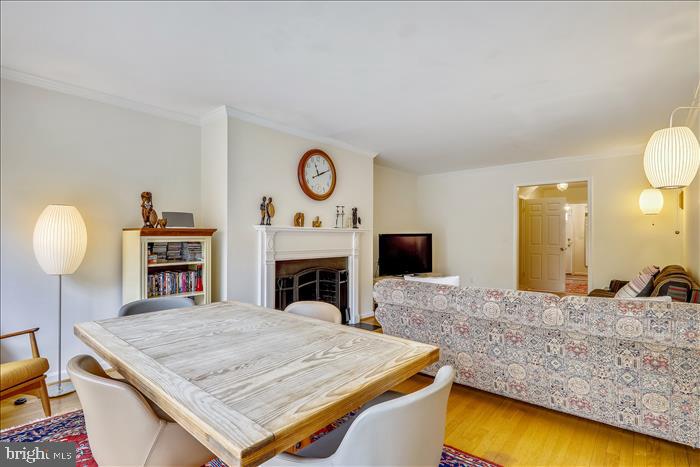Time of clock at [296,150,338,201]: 11:11
